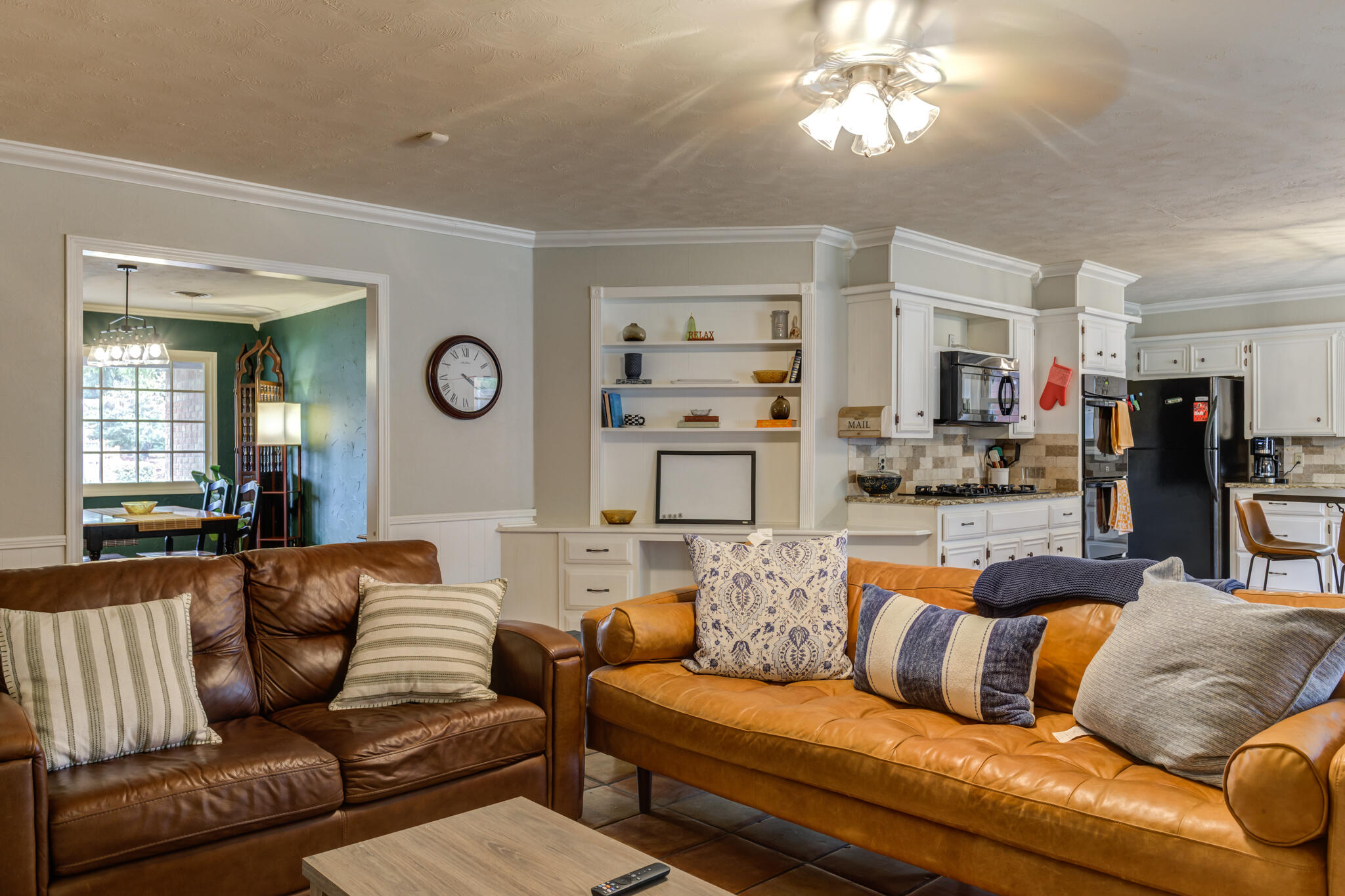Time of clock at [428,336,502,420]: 4:14
